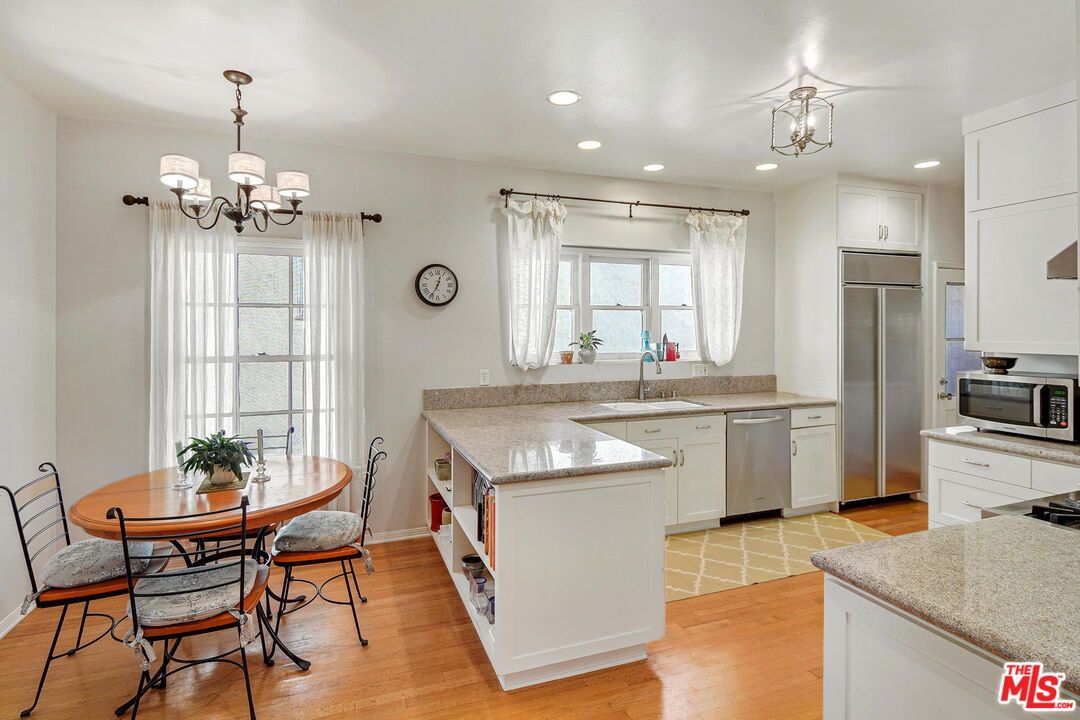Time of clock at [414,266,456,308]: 12:34
